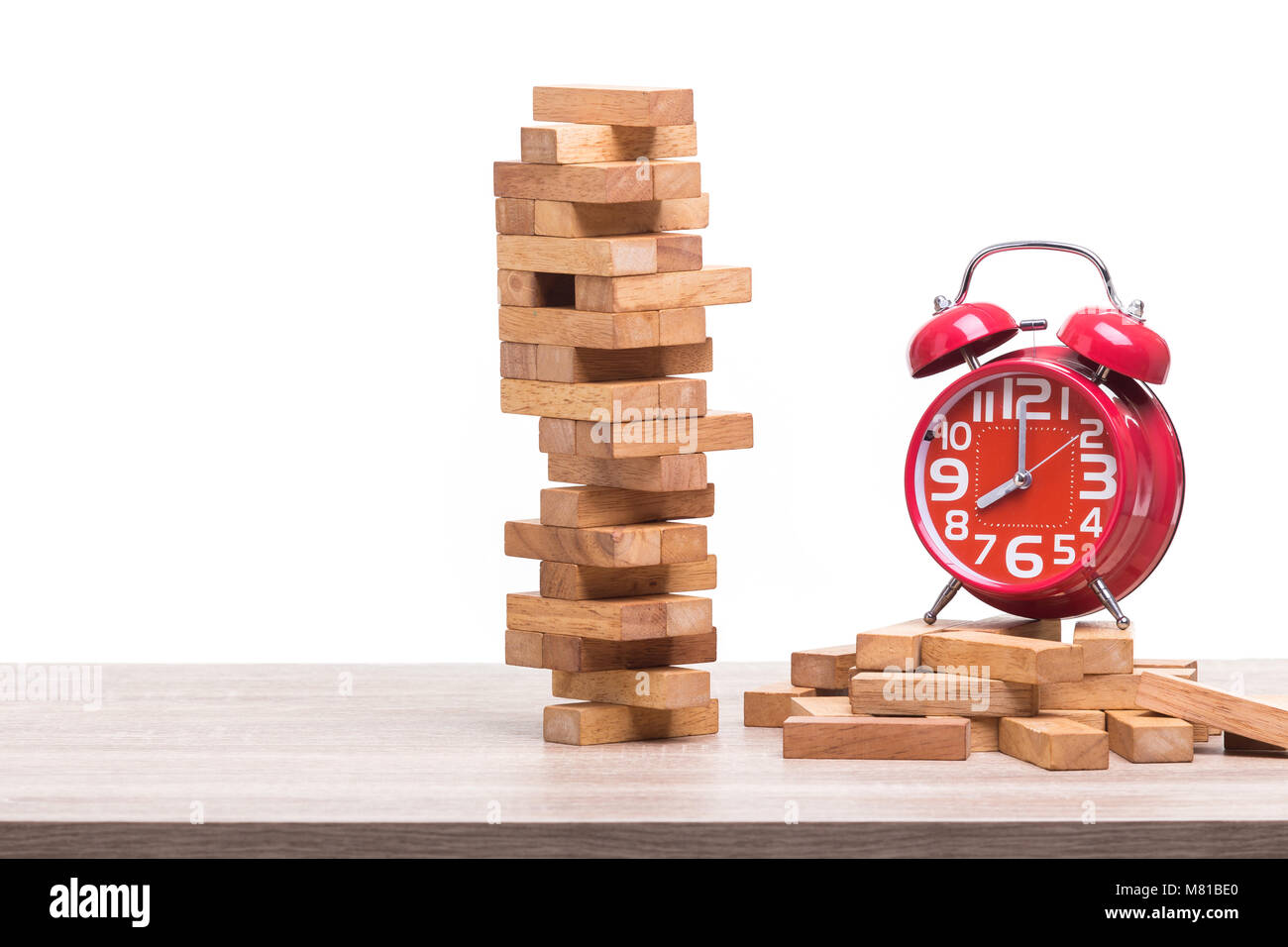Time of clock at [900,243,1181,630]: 7:59
